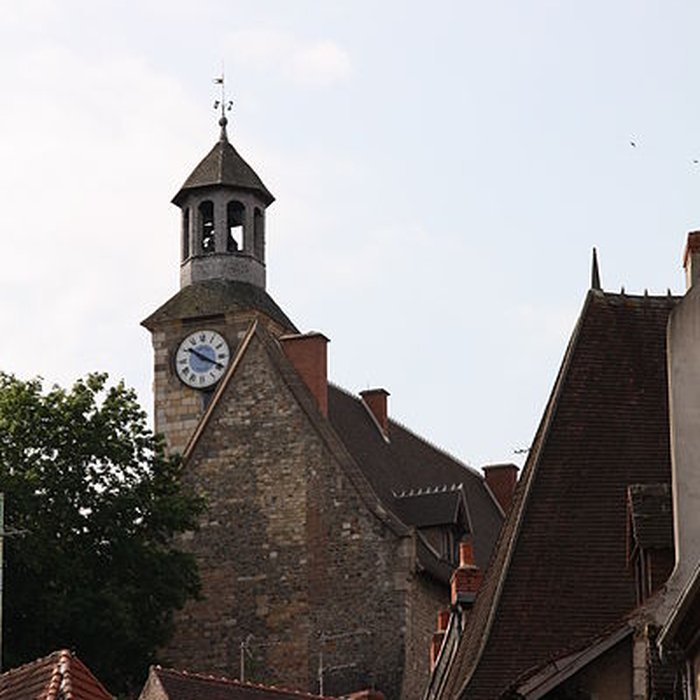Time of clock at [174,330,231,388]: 10:19
